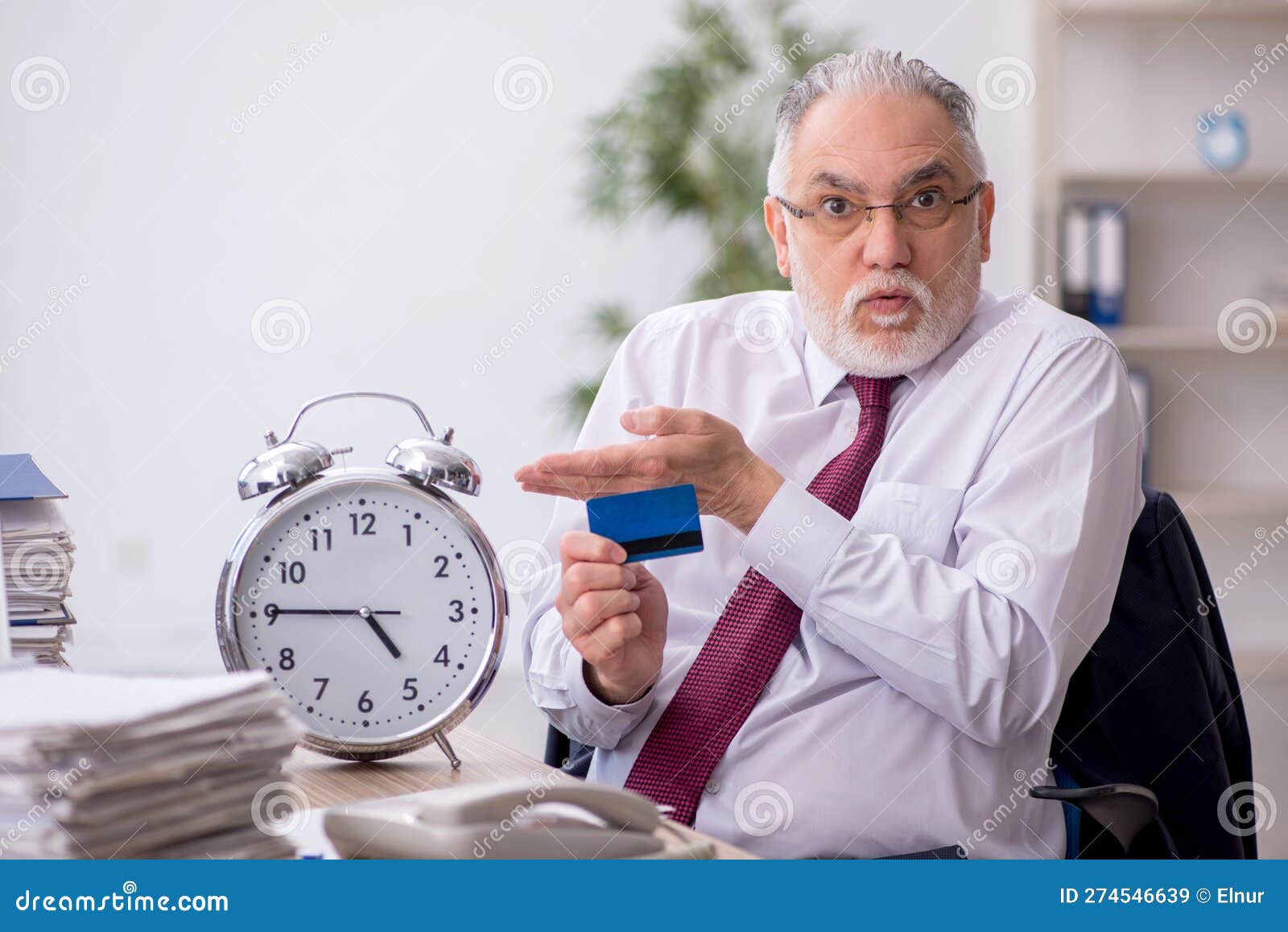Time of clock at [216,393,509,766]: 4:45
